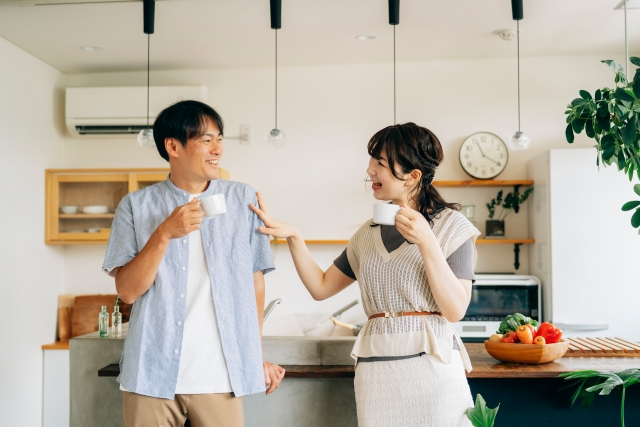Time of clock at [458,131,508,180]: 11:19
